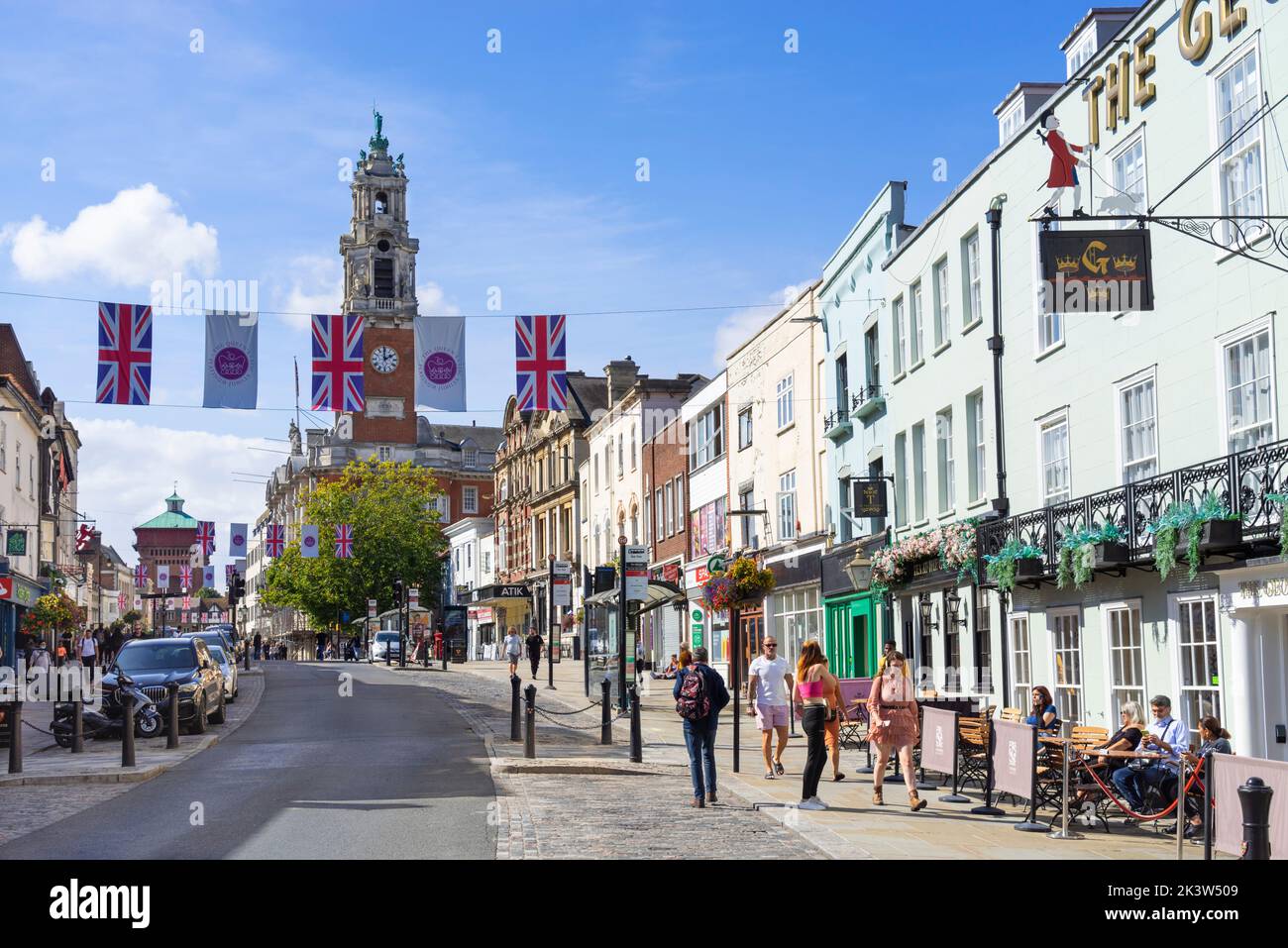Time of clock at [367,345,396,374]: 2:00
